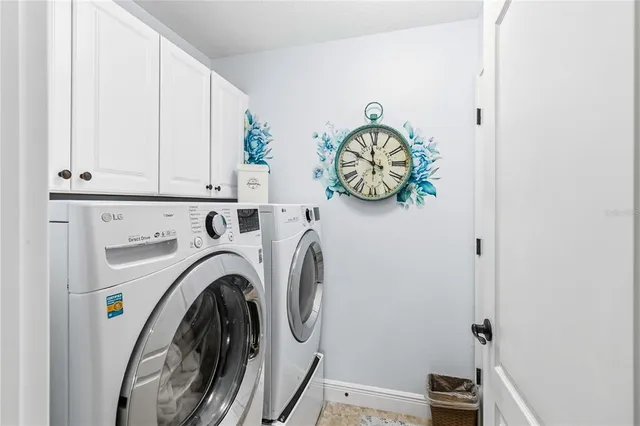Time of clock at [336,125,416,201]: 11:49
